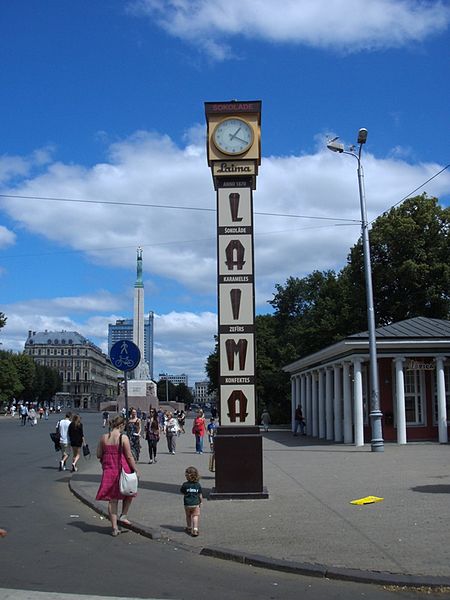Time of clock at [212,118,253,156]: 1:19
